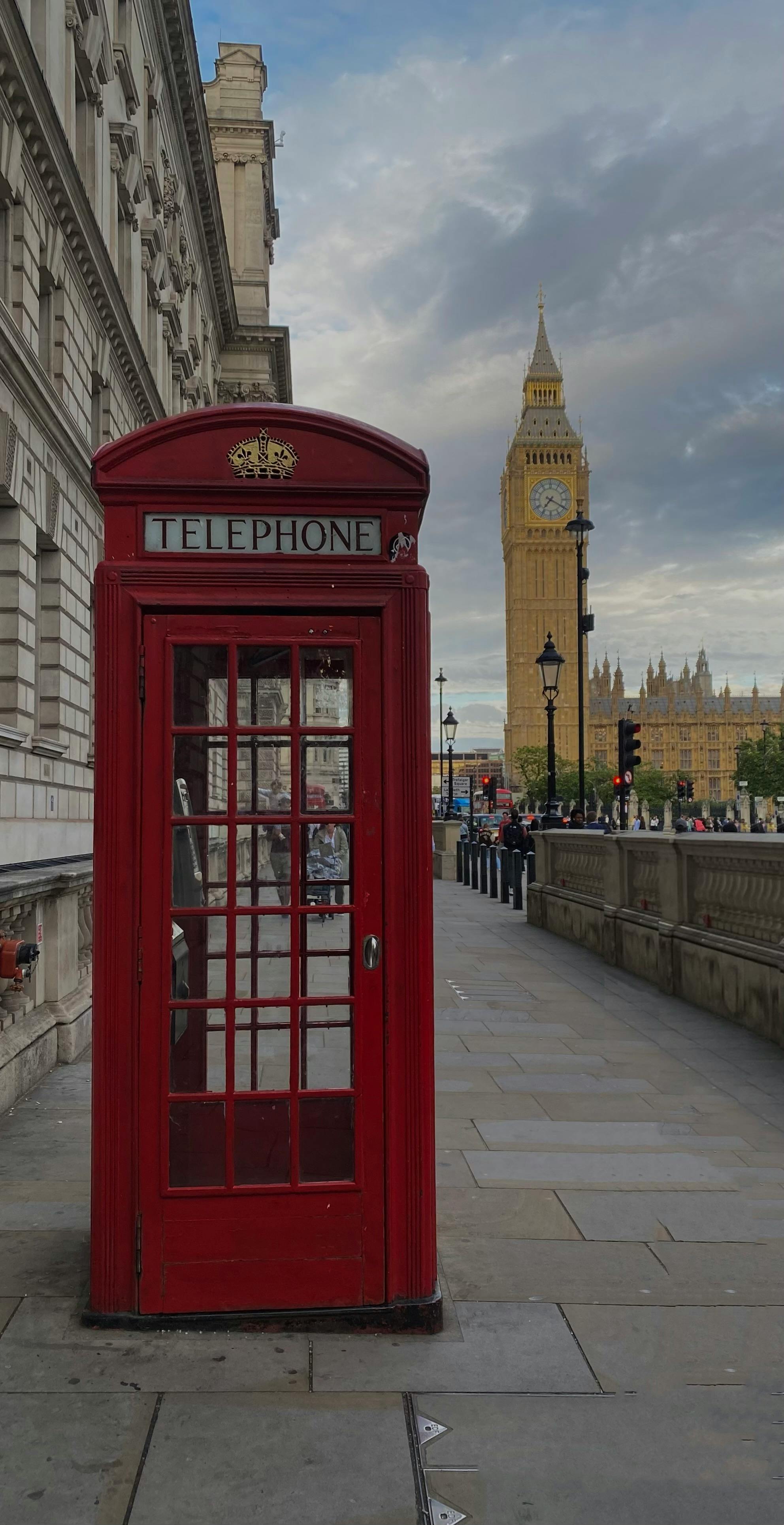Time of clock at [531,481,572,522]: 7:19
